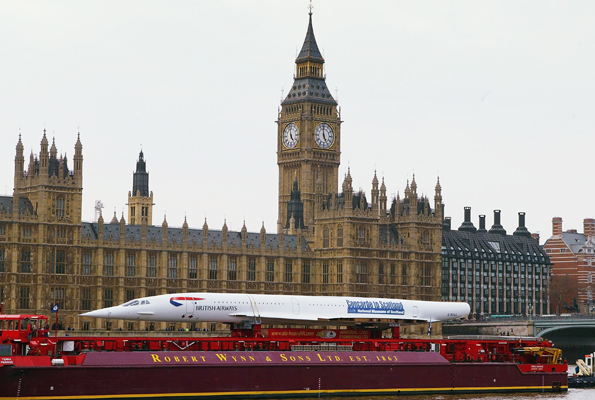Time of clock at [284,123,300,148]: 4:57
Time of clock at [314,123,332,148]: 4:59
